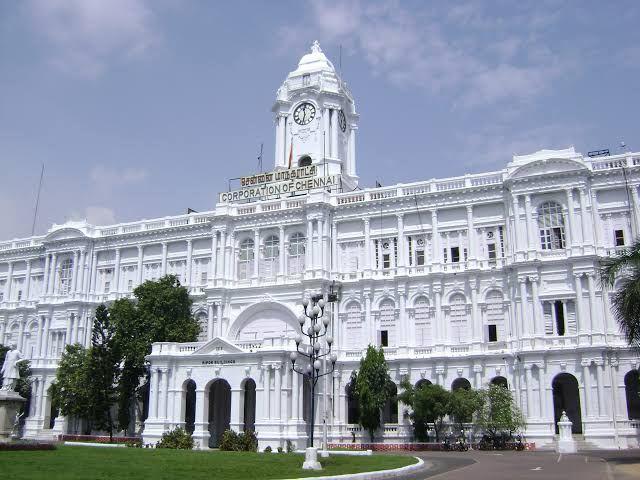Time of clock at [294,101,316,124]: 11:32
